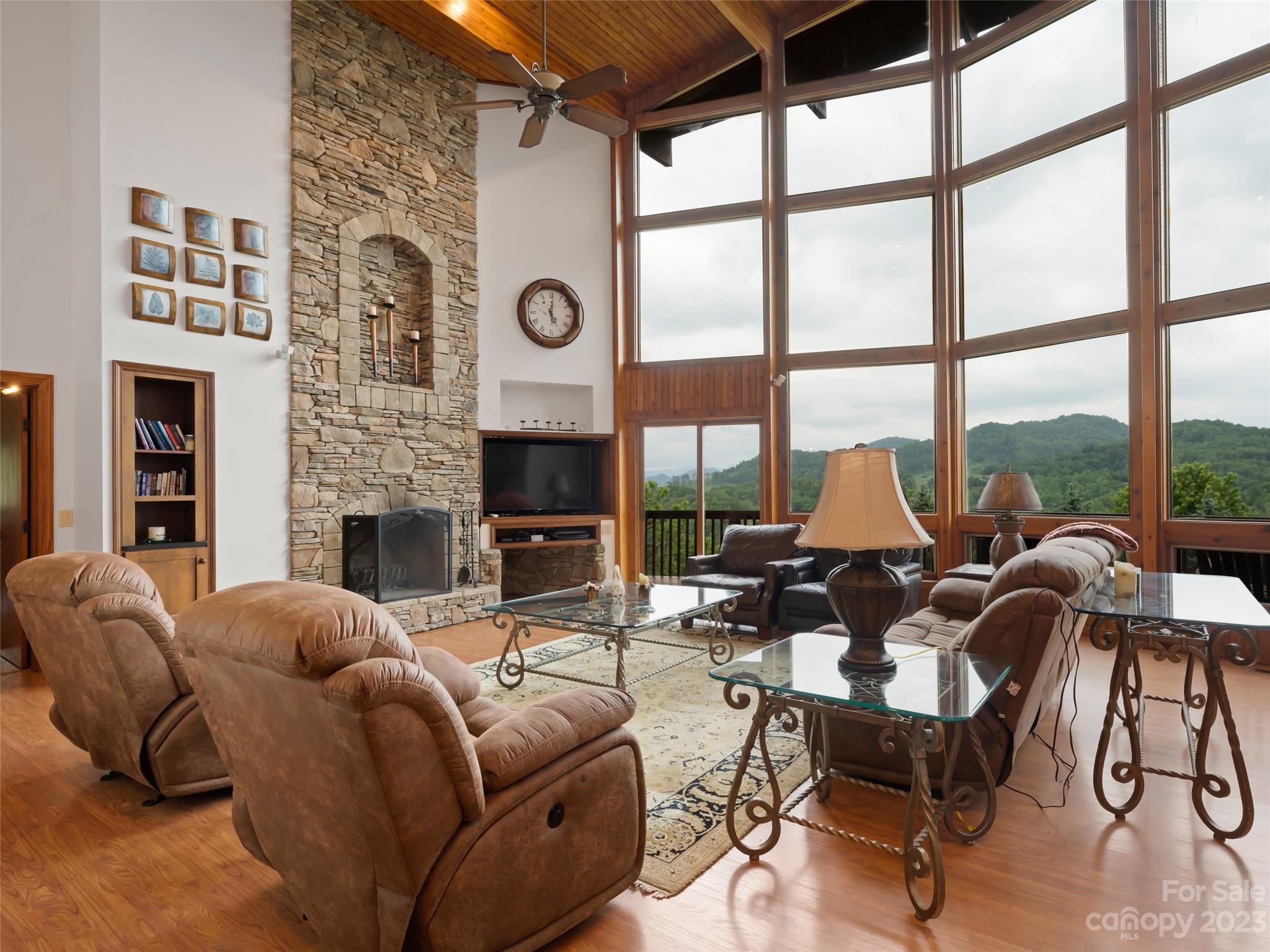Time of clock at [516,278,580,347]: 5:01
